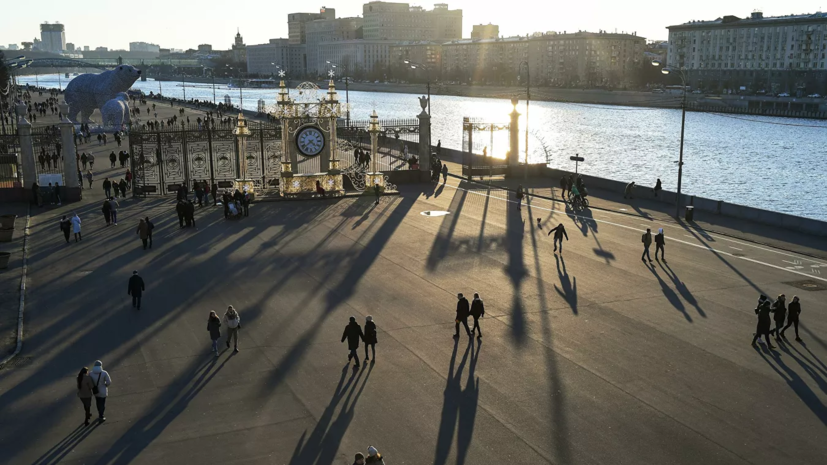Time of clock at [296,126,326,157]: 4:38
